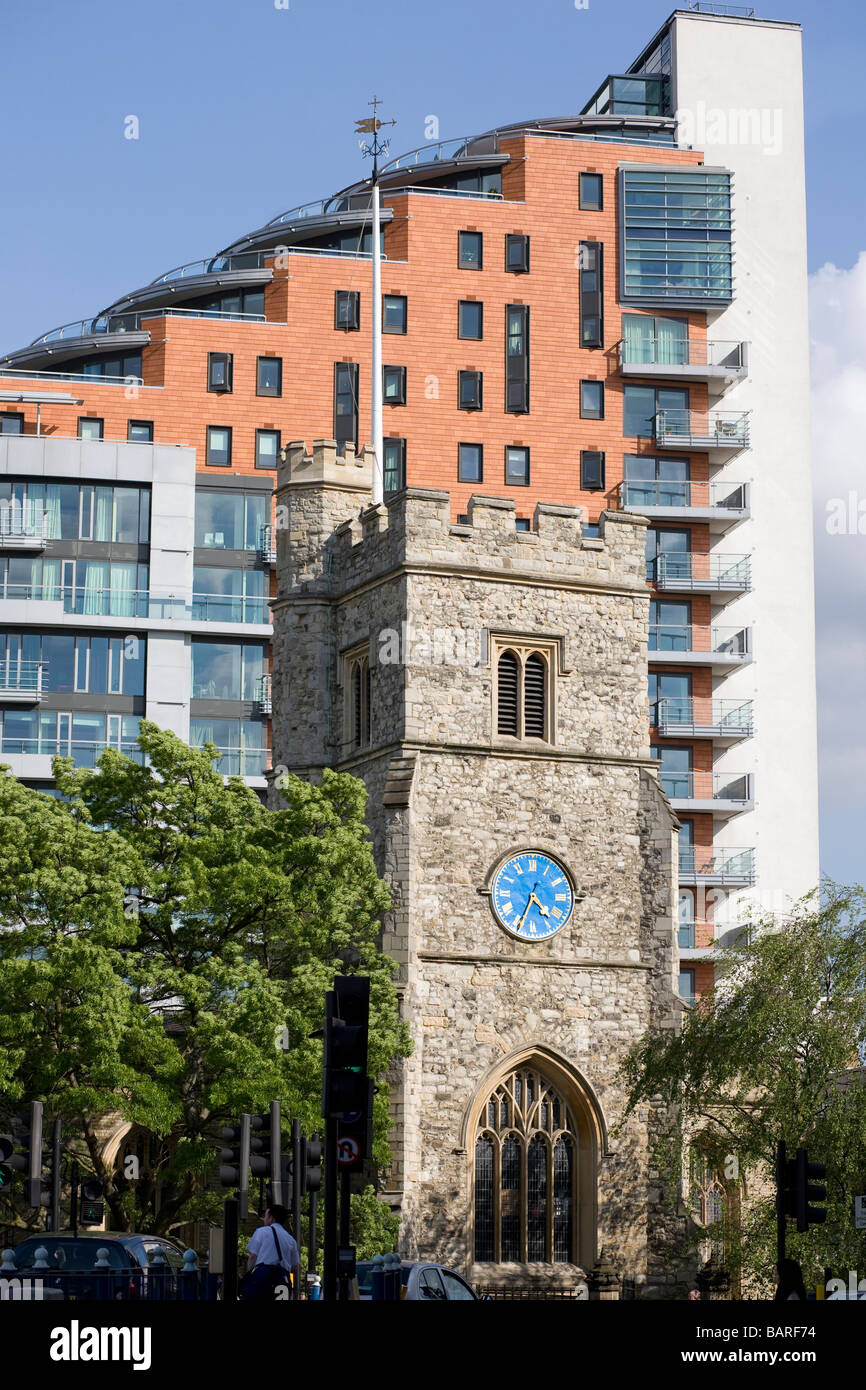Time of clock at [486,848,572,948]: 4:34
